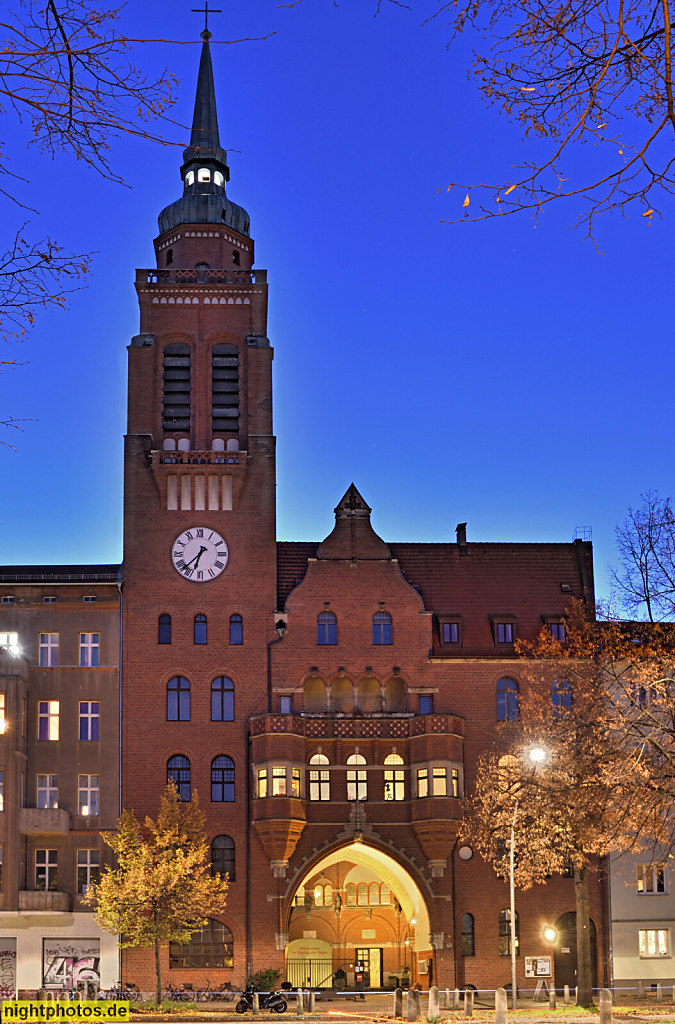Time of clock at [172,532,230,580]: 6:37
